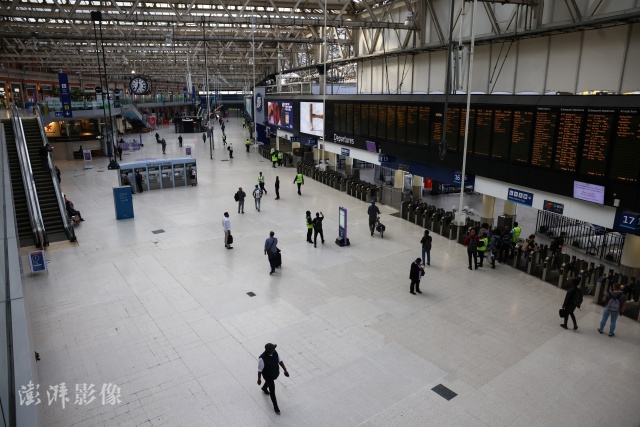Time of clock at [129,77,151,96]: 7:00
